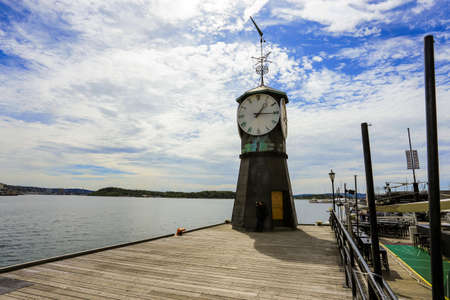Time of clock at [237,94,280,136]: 1:15
